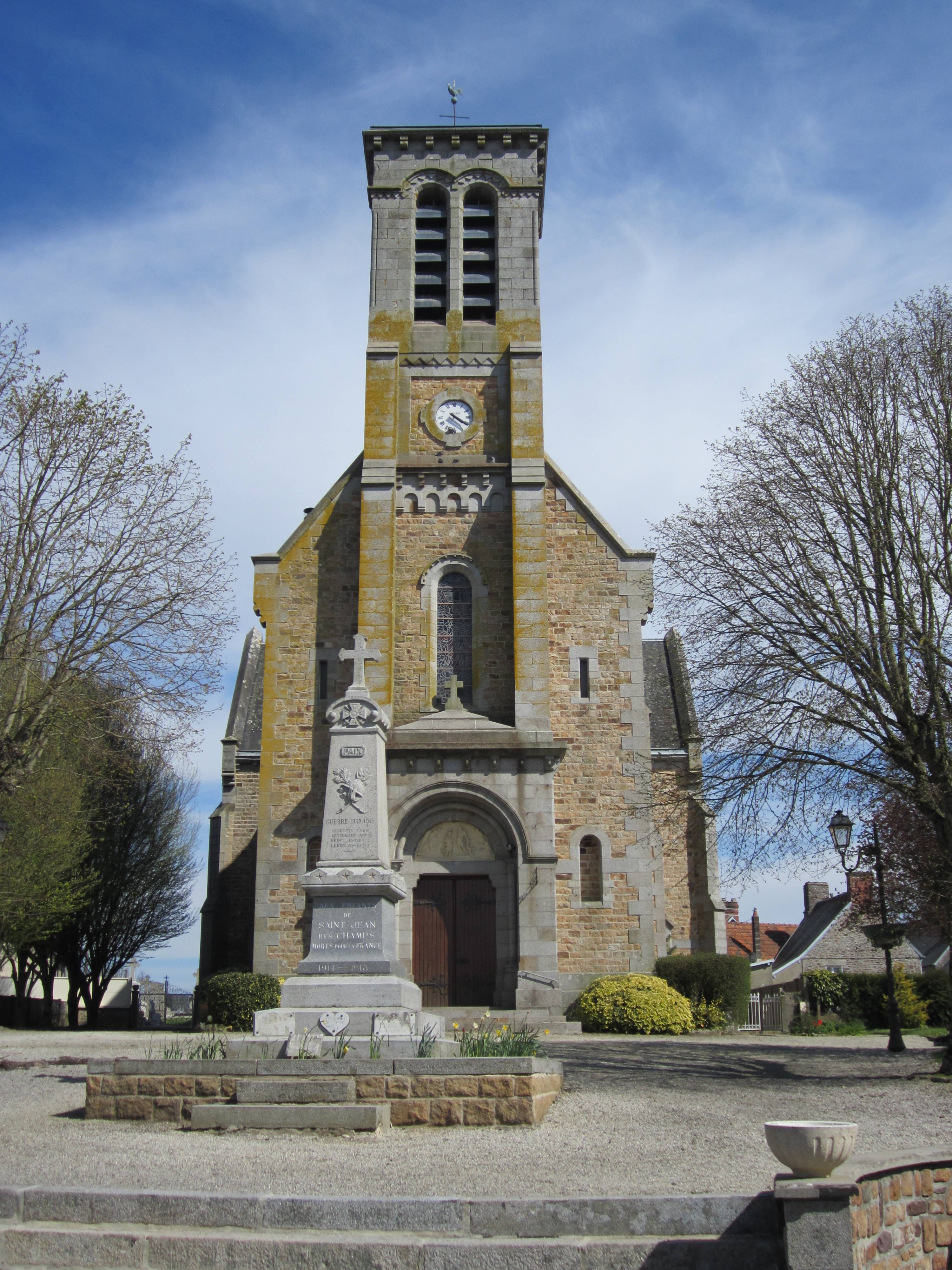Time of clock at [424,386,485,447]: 4:20
